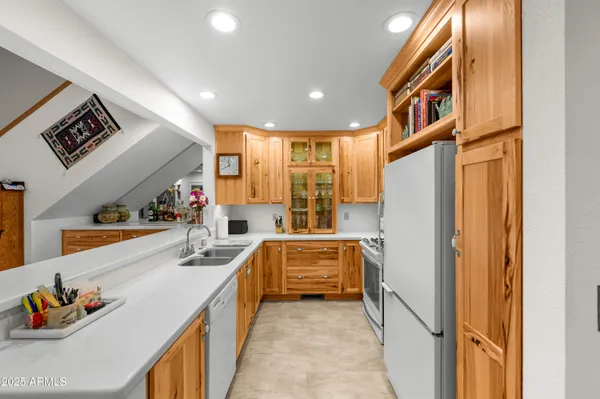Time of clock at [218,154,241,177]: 11:40
